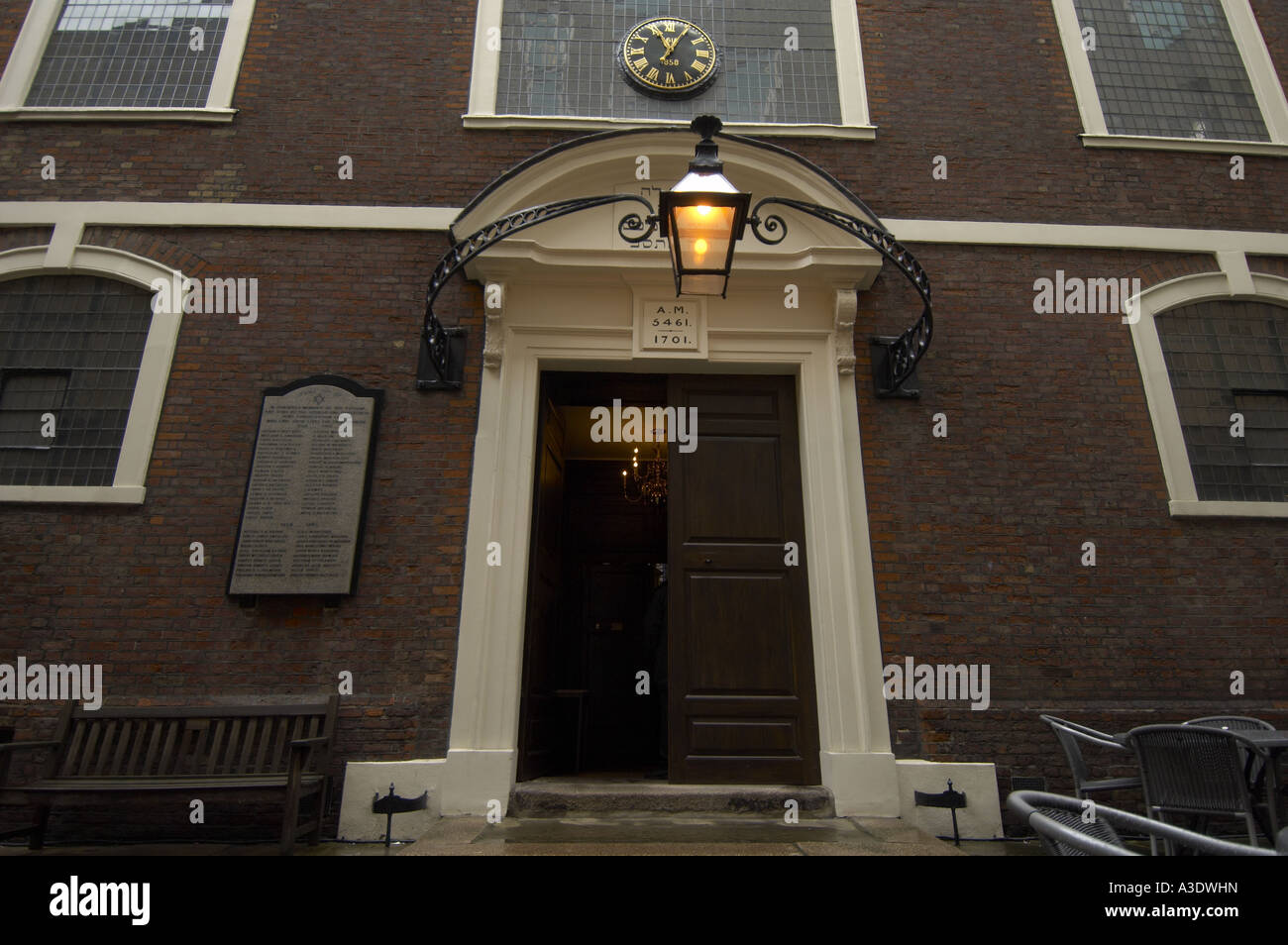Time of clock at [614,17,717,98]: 11:04
